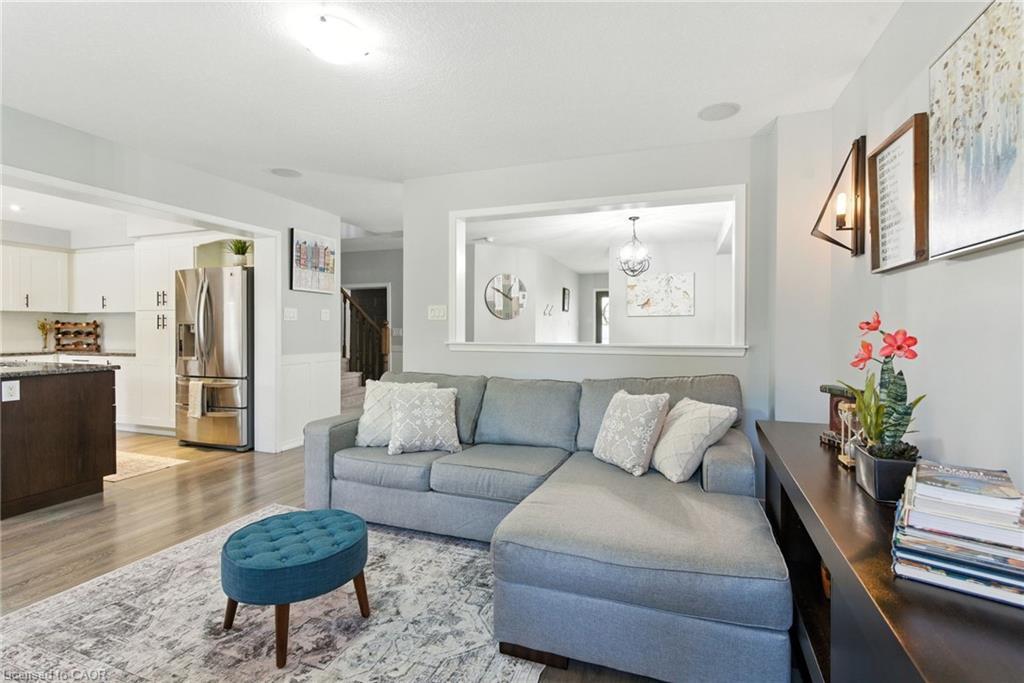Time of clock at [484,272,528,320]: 12:50
